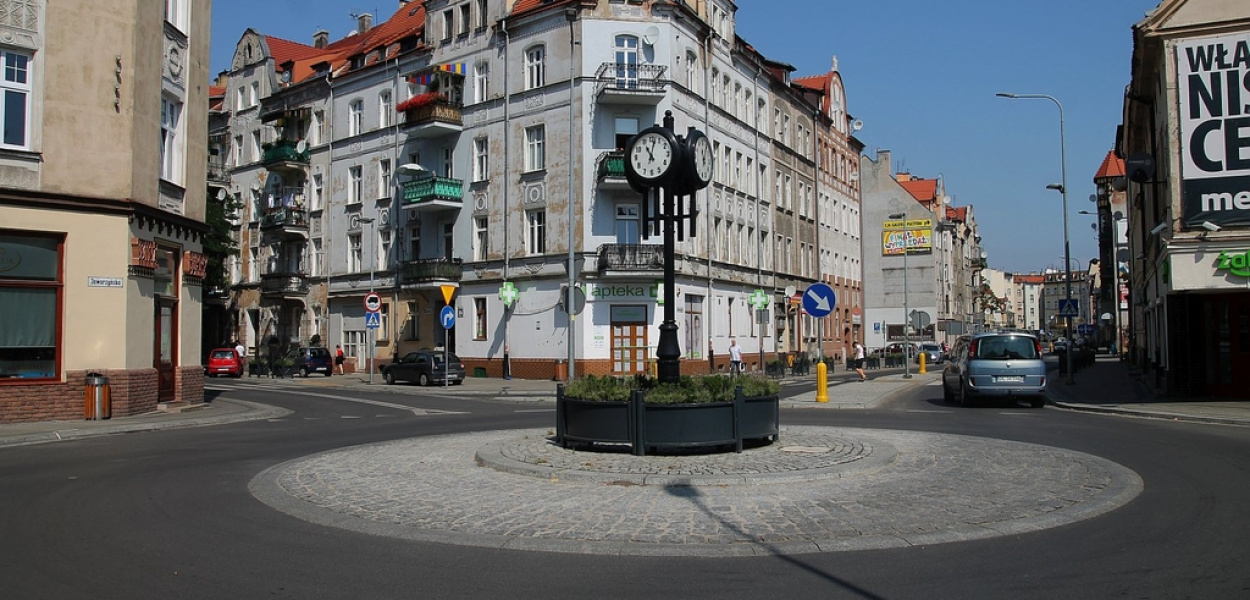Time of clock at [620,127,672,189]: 11:02
